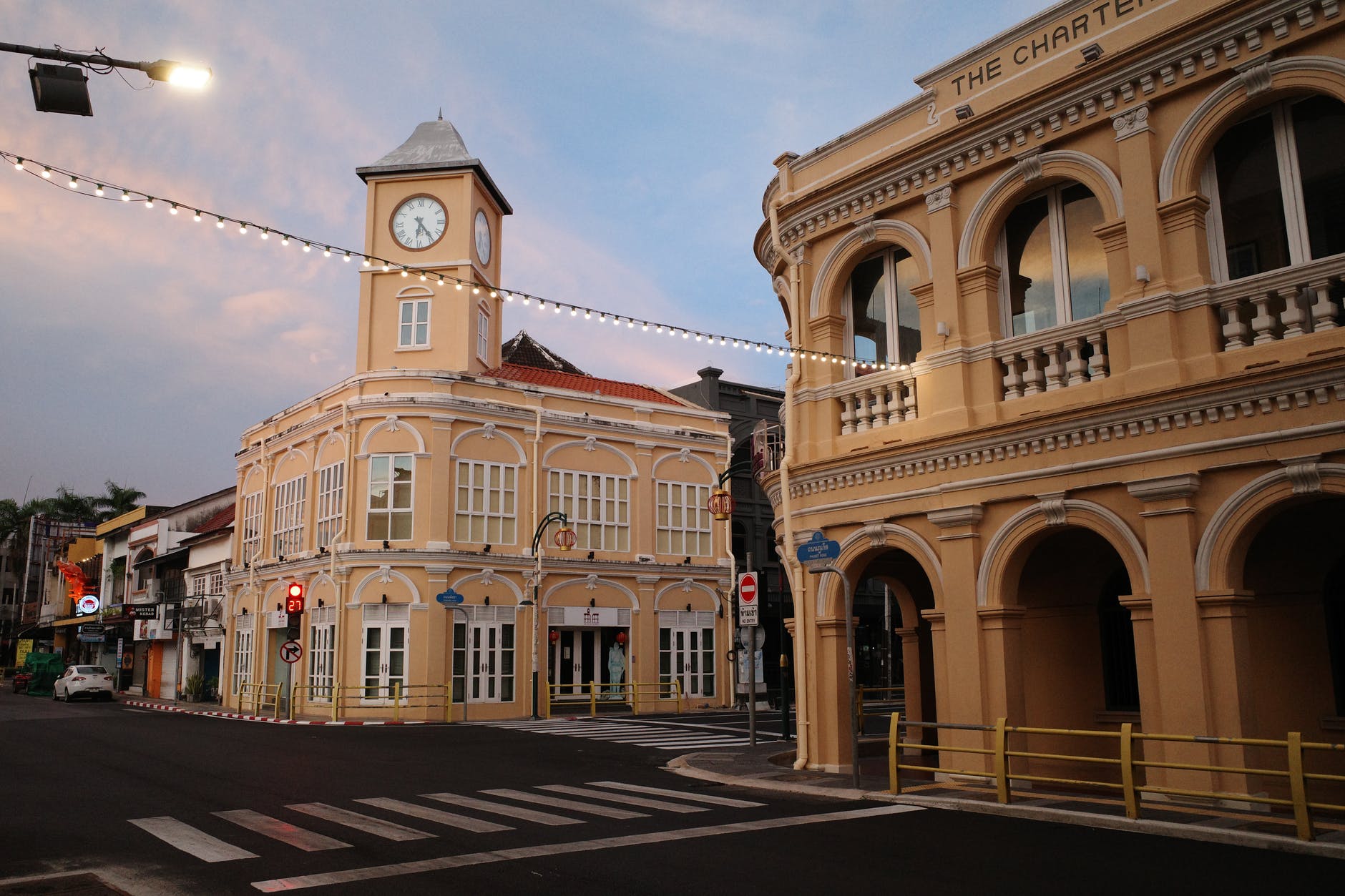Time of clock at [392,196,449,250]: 6:23
